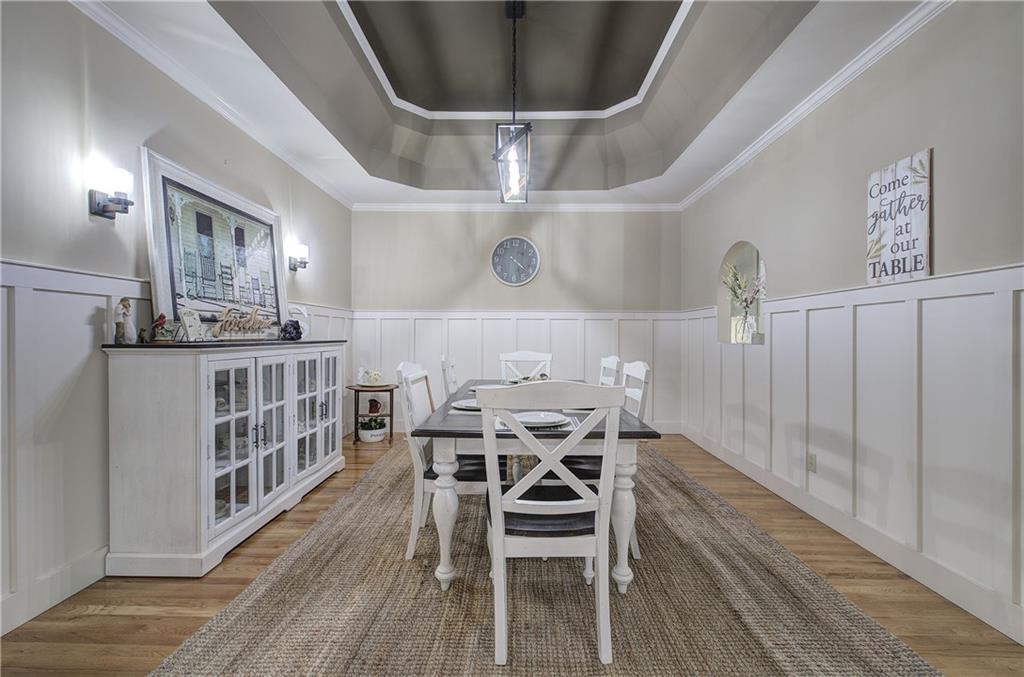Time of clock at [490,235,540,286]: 4:21
